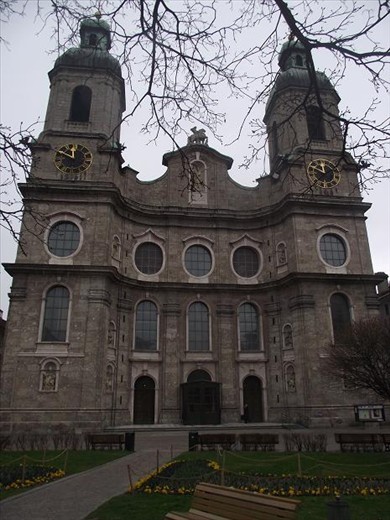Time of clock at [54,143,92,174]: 11:49
